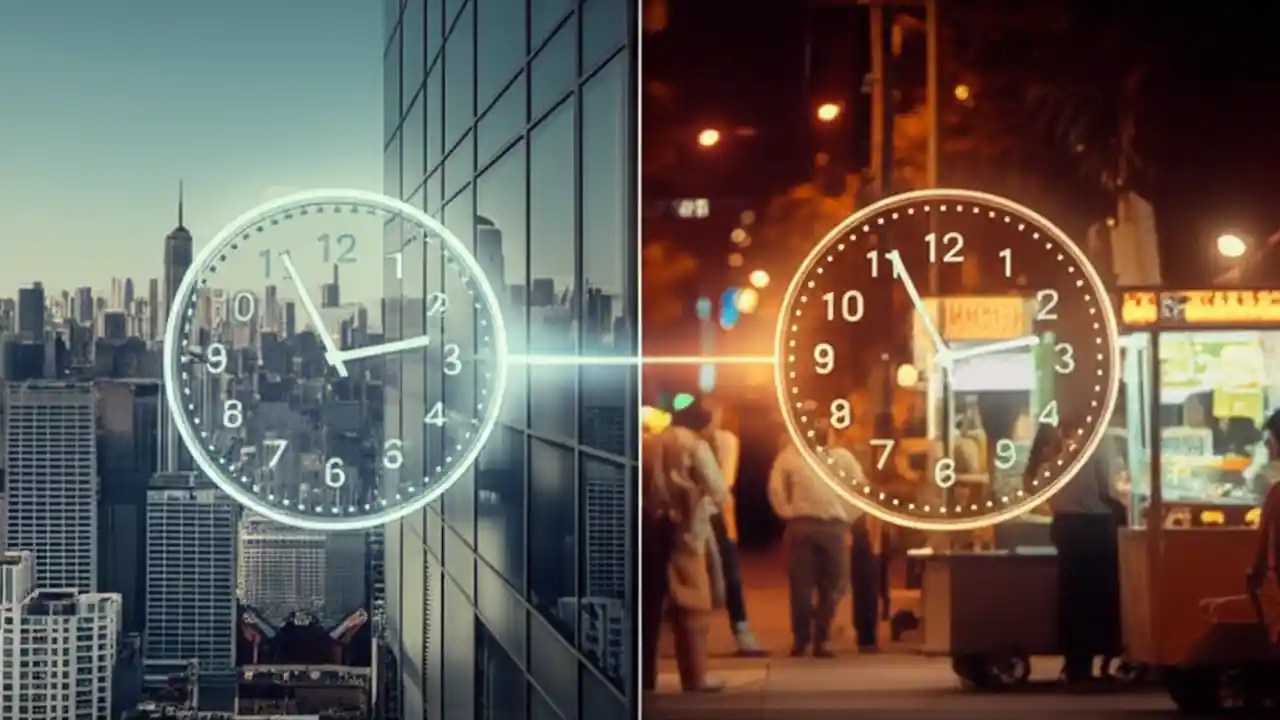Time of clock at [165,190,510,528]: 11:13
